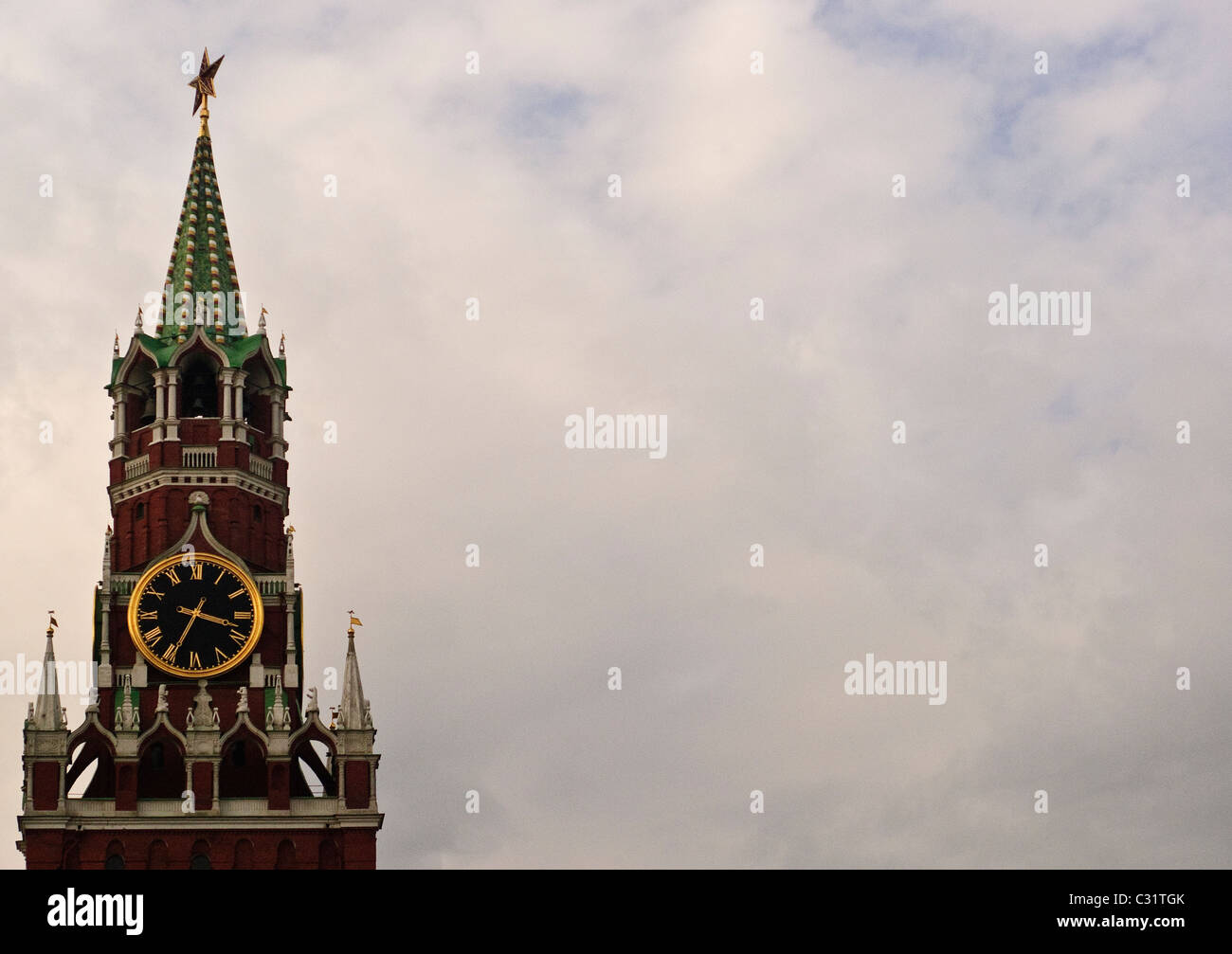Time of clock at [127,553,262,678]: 3:34
